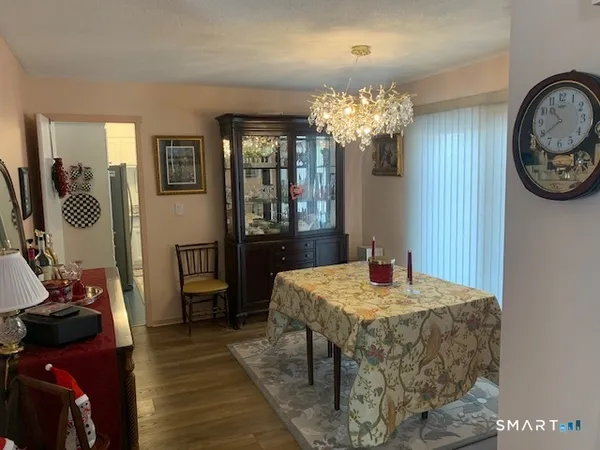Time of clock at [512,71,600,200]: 10:39
